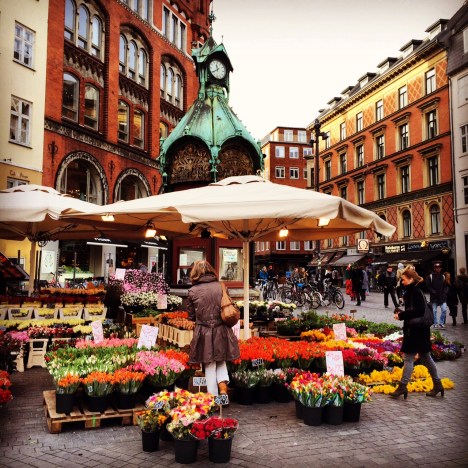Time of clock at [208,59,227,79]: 11:39
